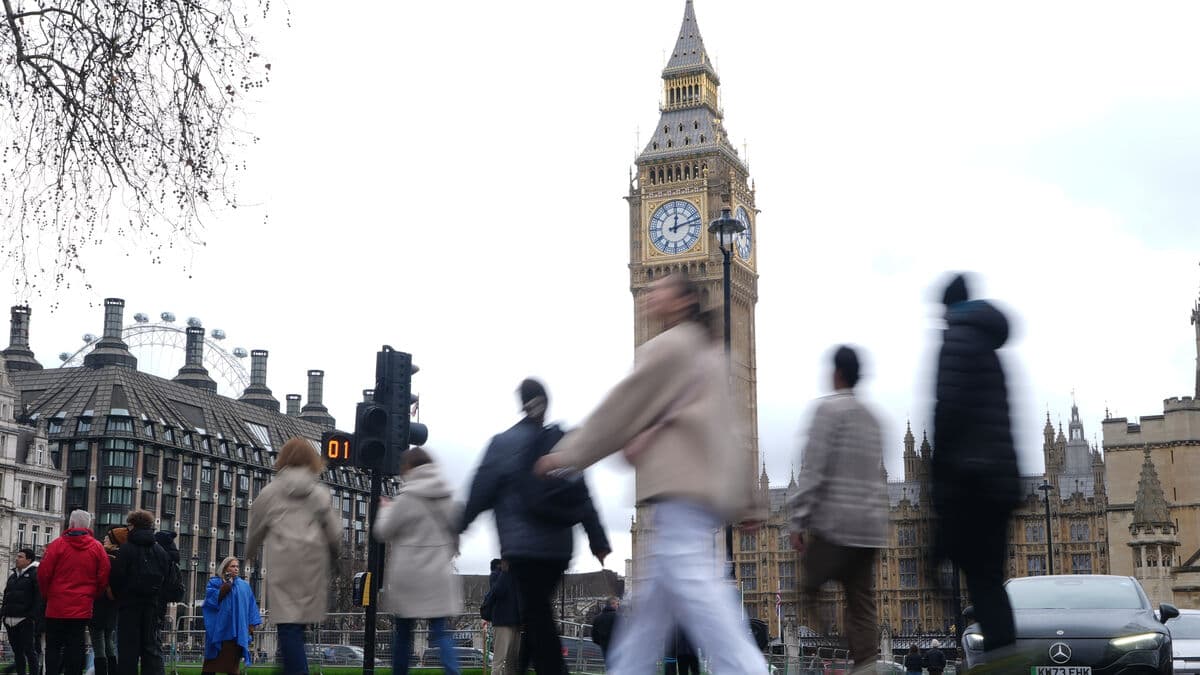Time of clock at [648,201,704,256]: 12:12
